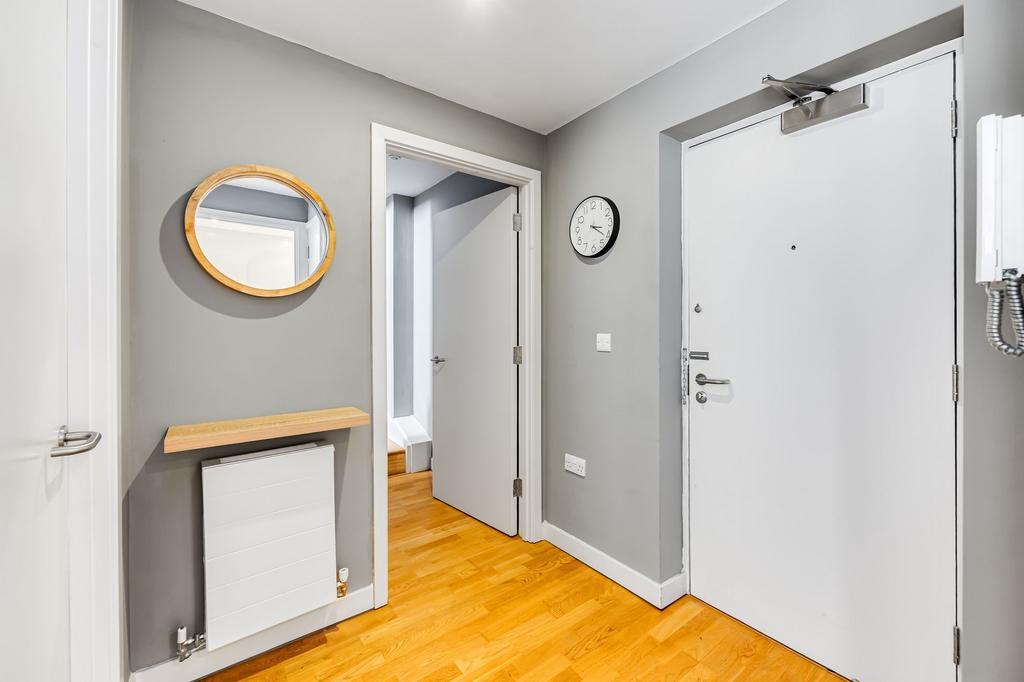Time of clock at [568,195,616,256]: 3:20
